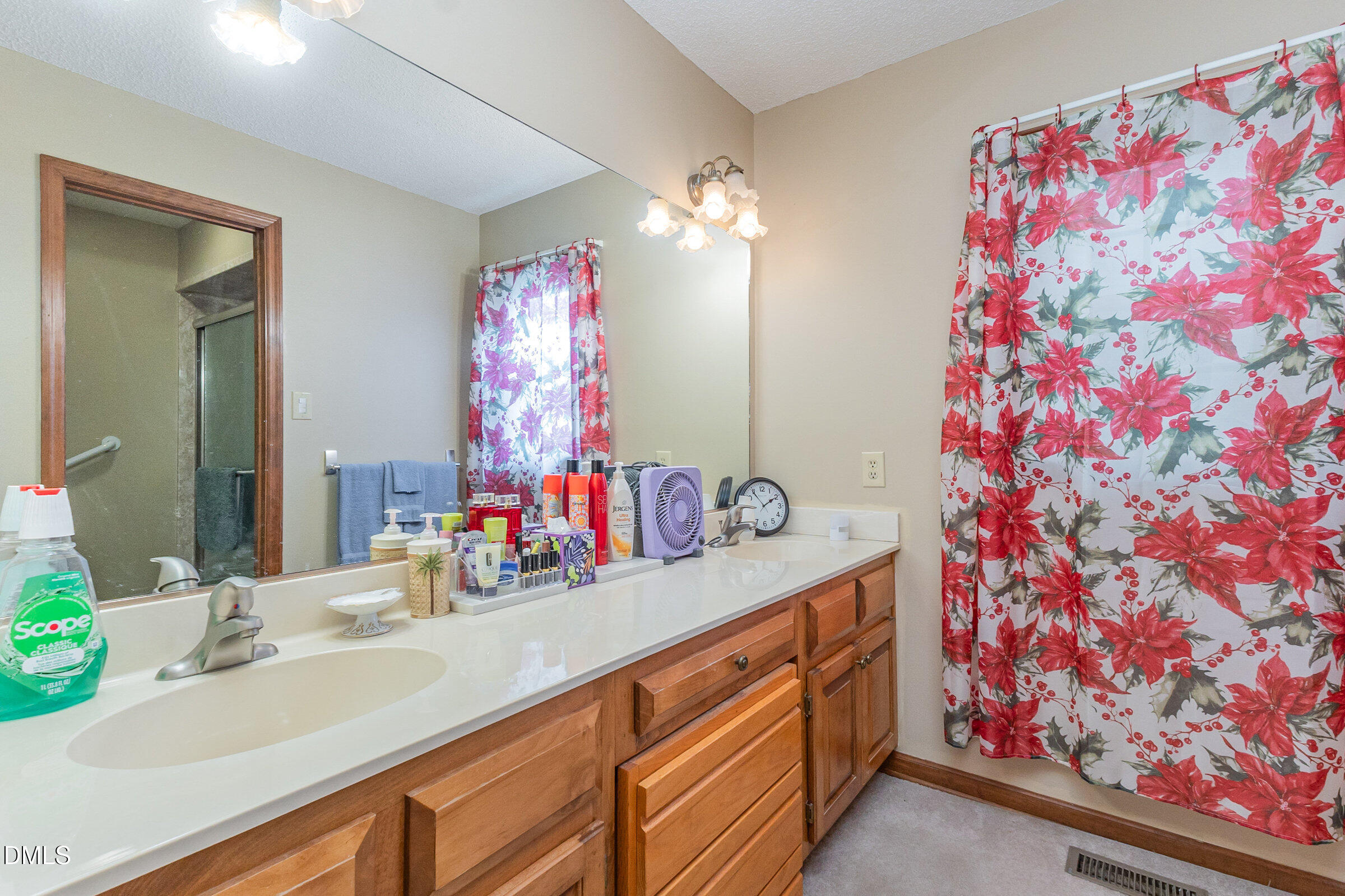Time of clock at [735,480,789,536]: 1:53
